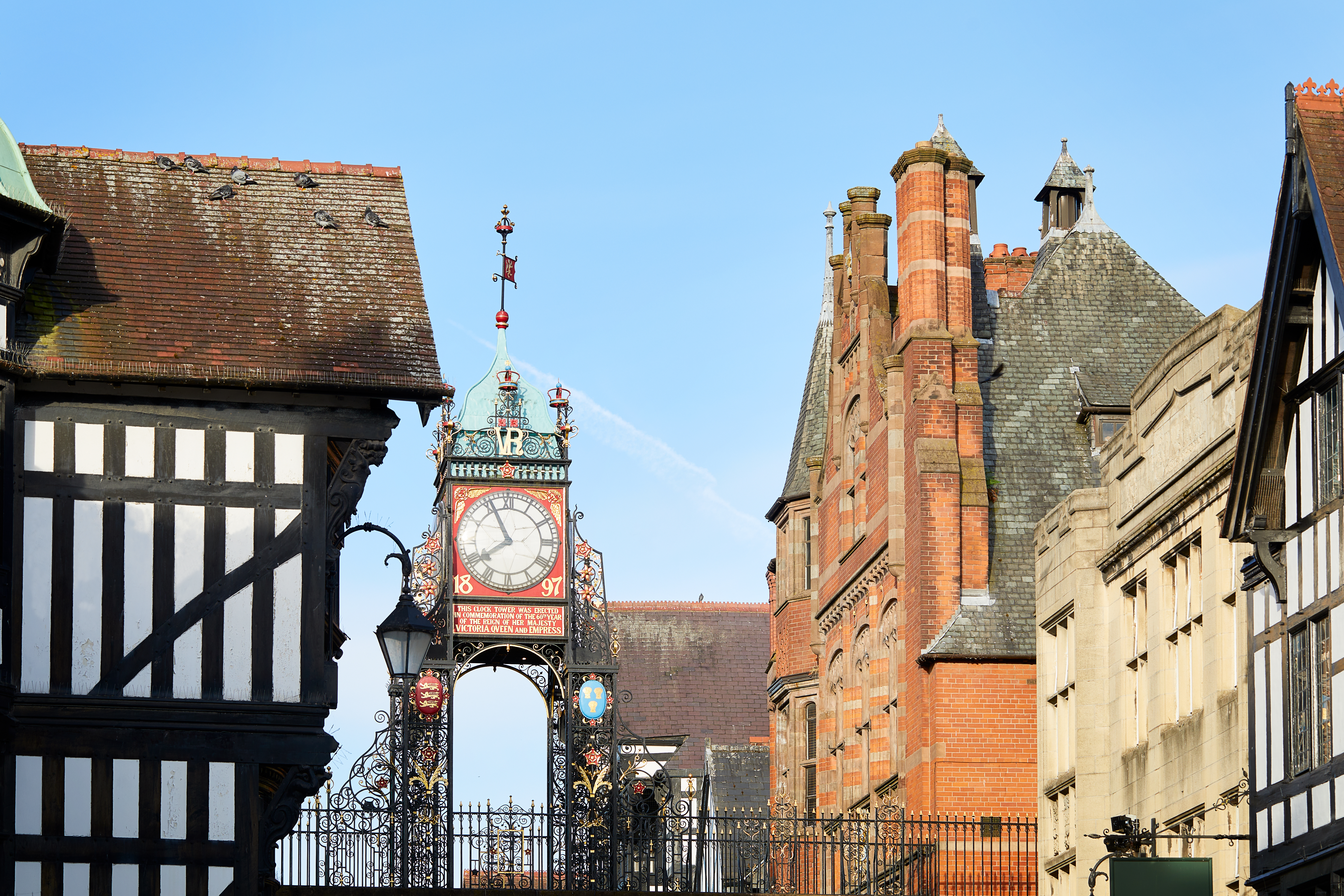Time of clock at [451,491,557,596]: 7:55
